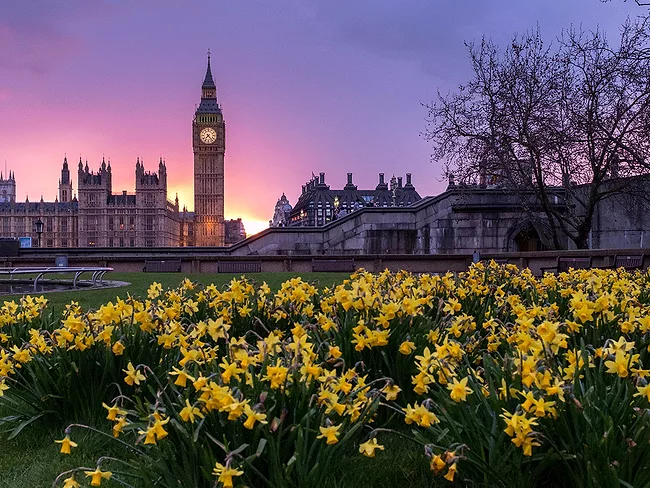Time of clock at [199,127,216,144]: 7:23
